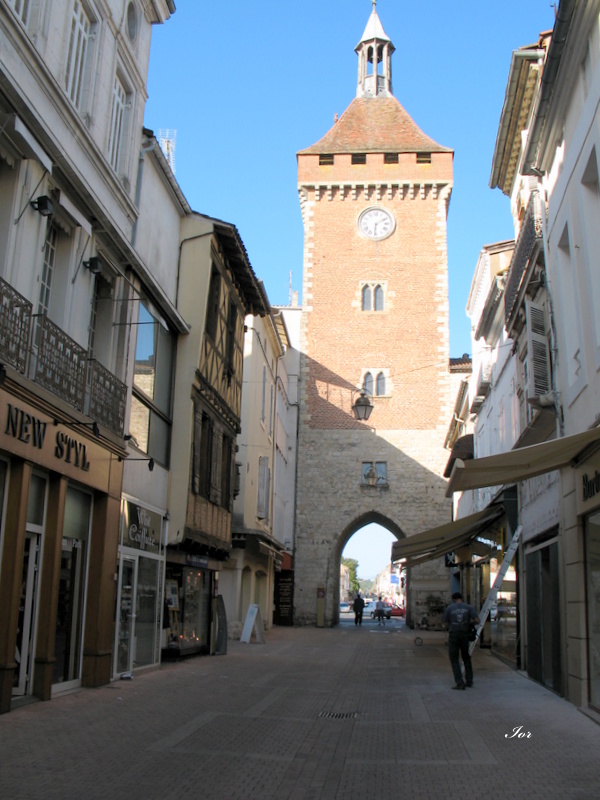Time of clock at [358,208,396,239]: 6:10
